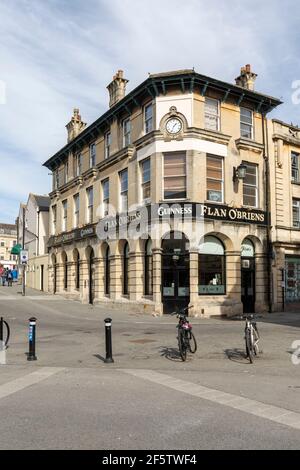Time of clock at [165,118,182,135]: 1:33
